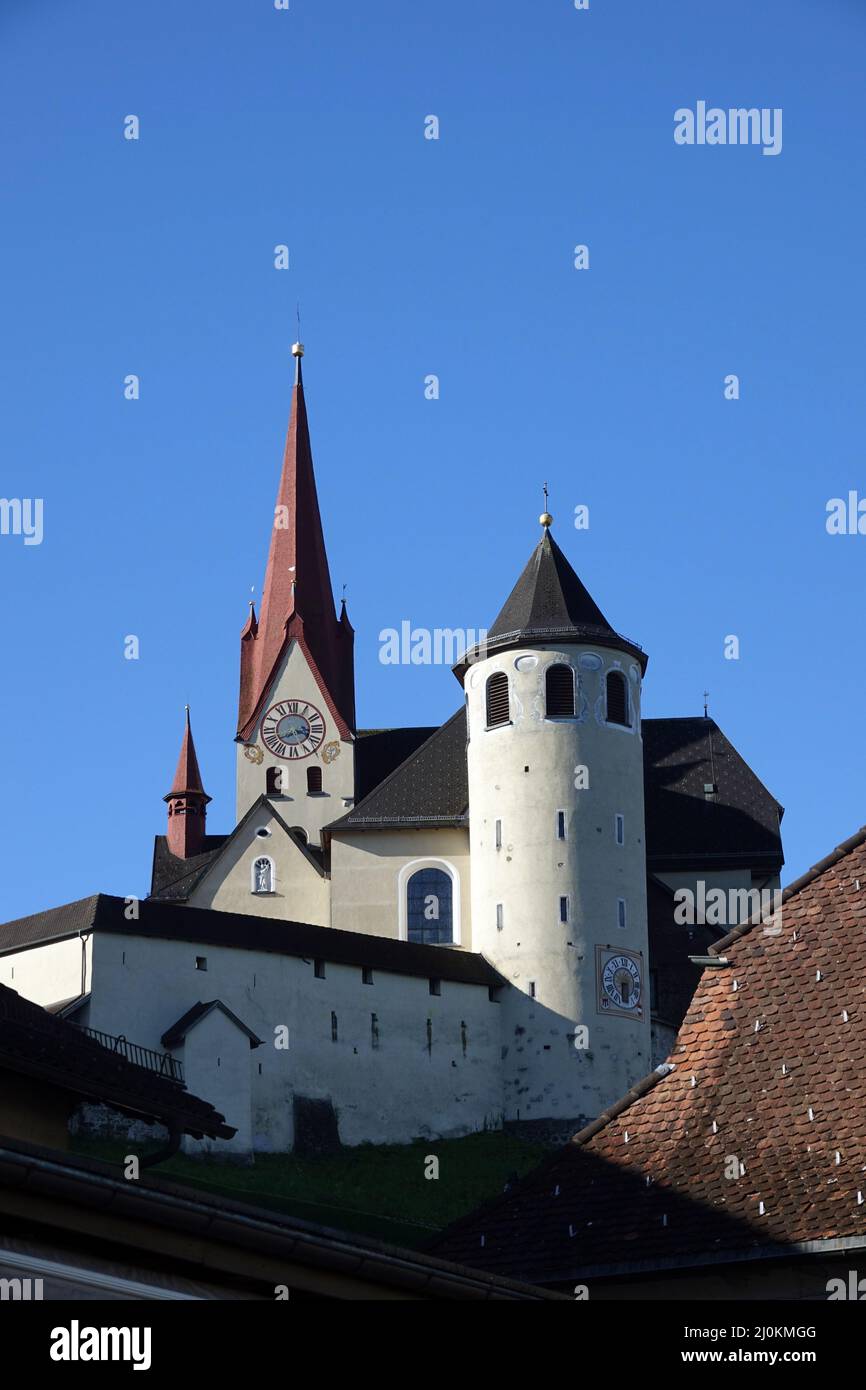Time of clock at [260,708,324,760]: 3:40
